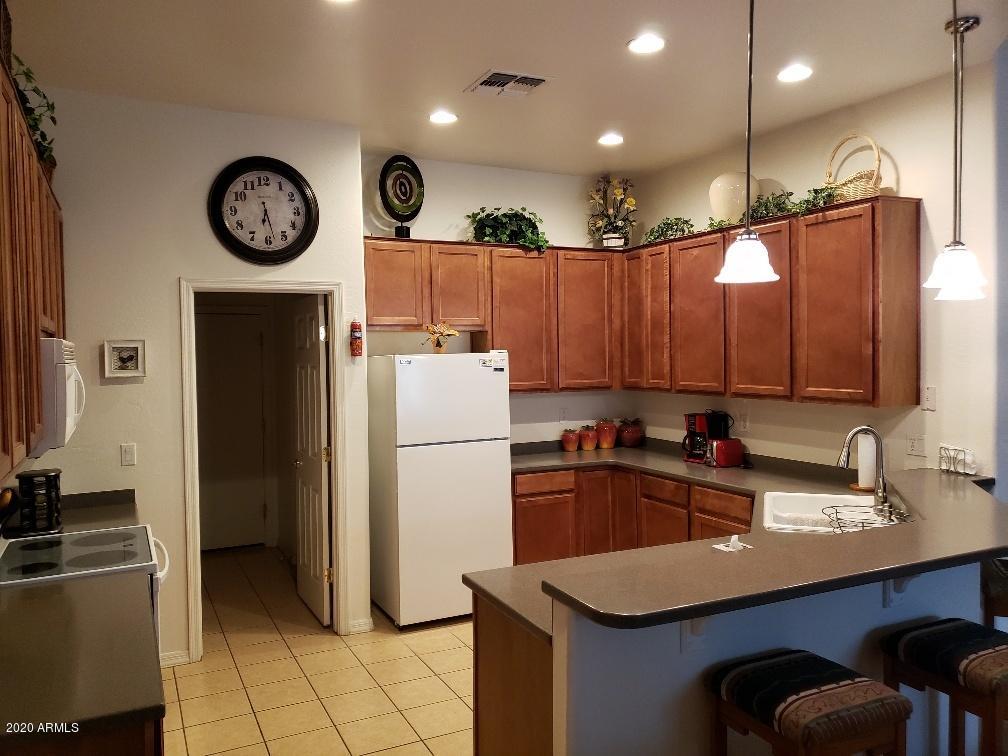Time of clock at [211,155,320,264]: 6:27
